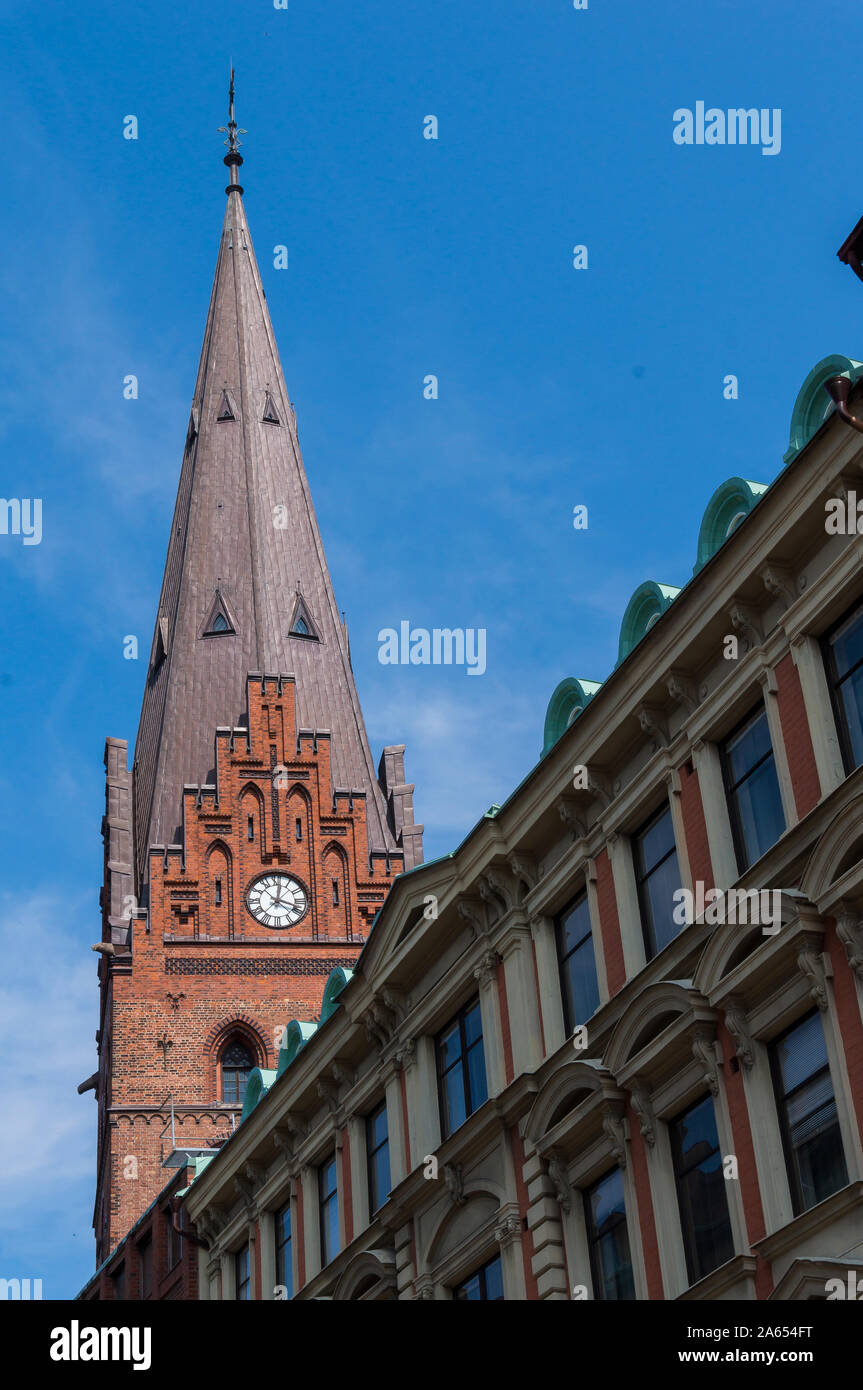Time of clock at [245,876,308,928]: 12:18
